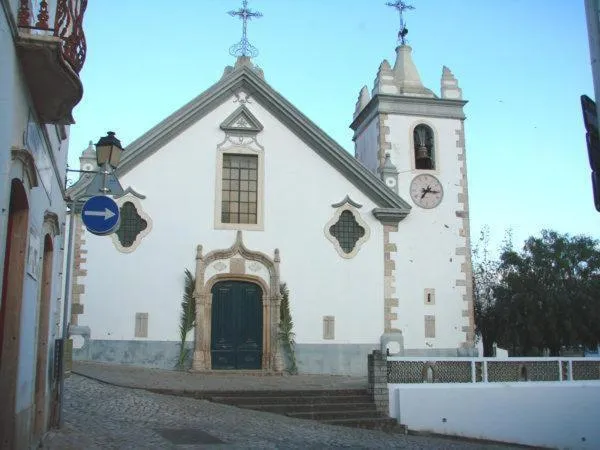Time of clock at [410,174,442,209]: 7:15
